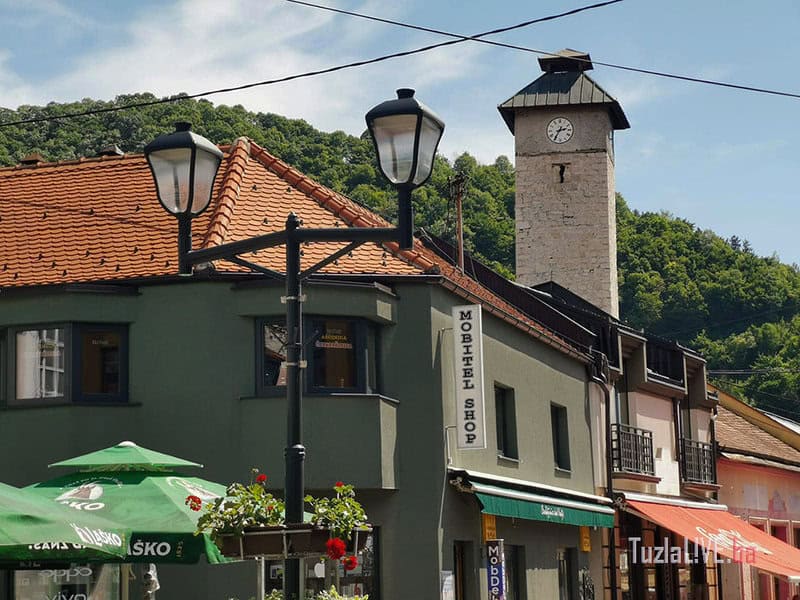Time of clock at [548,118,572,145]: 2:35
